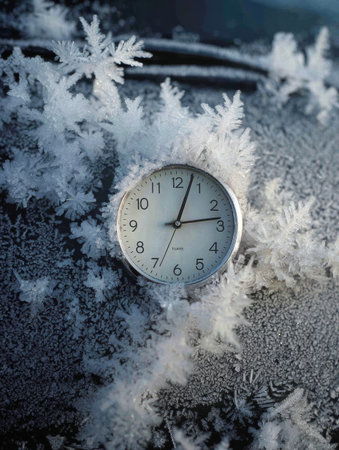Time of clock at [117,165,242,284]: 12:13
